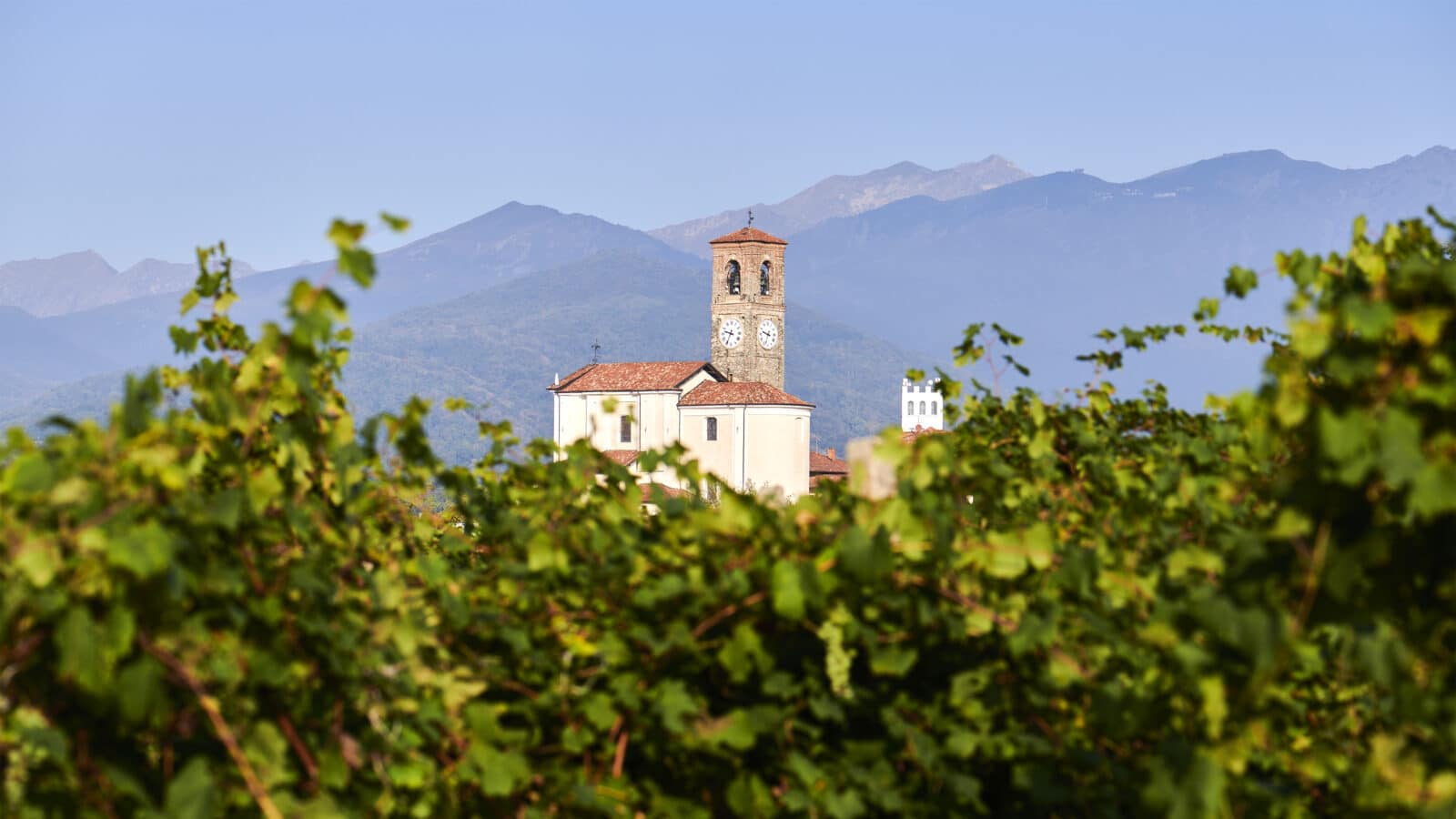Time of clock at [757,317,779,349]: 9:33
